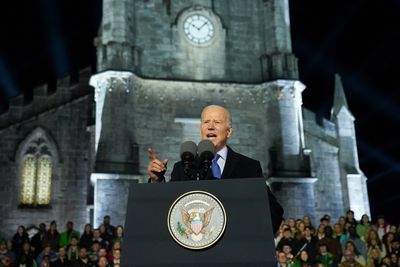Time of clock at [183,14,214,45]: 10:07
